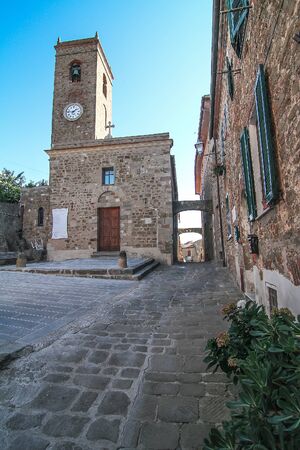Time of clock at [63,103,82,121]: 1:46
